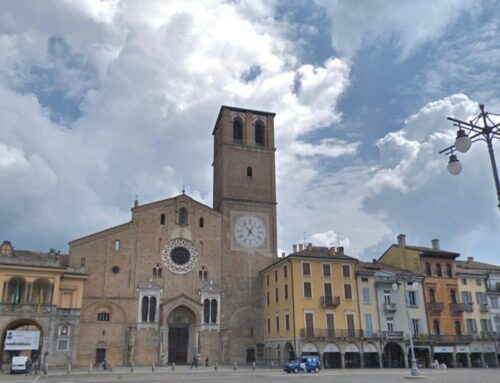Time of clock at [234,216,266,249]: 12:53
